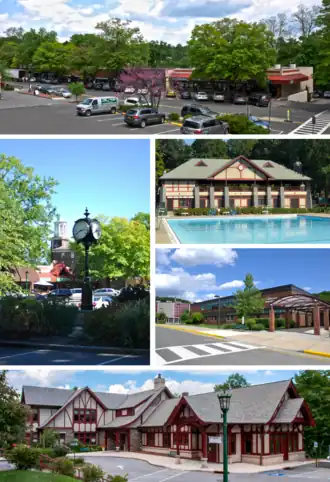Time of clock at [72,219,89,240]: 2:40
